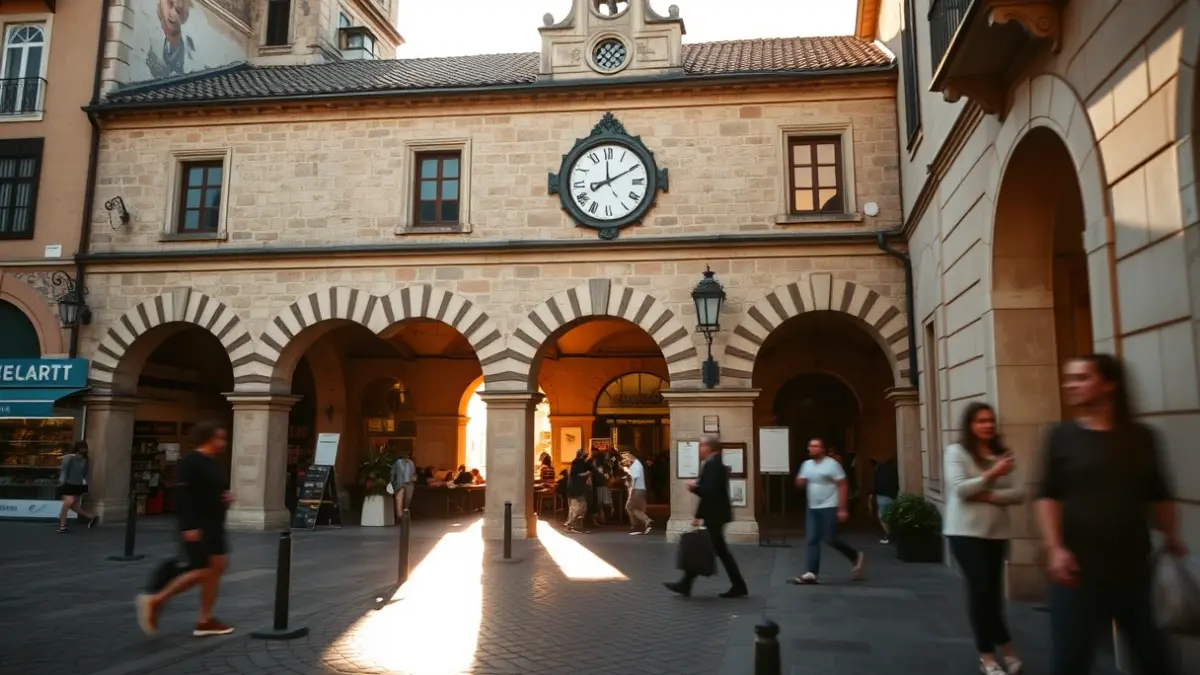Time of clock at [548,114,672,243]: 8:10
